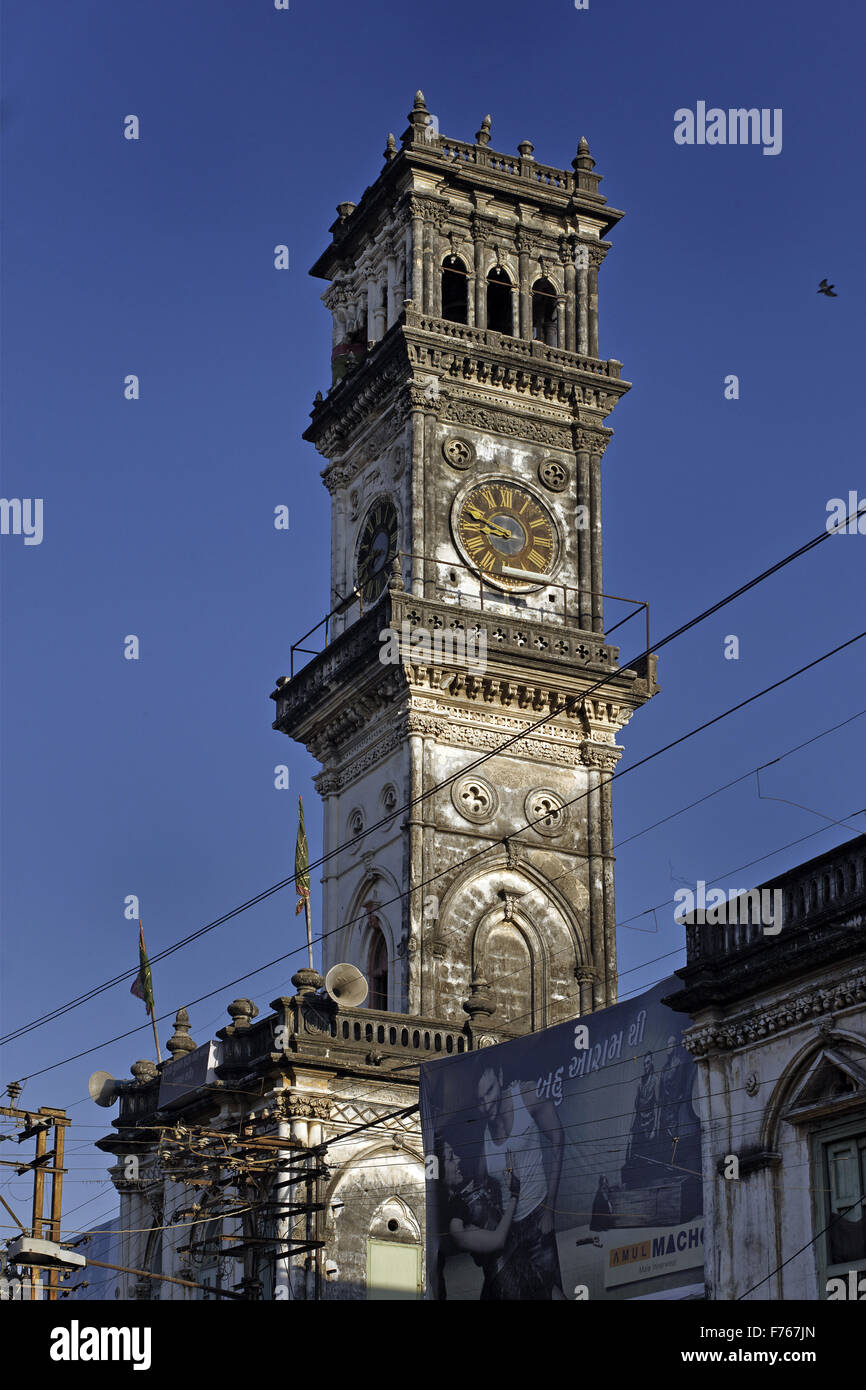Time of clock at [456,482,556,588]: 8:48
